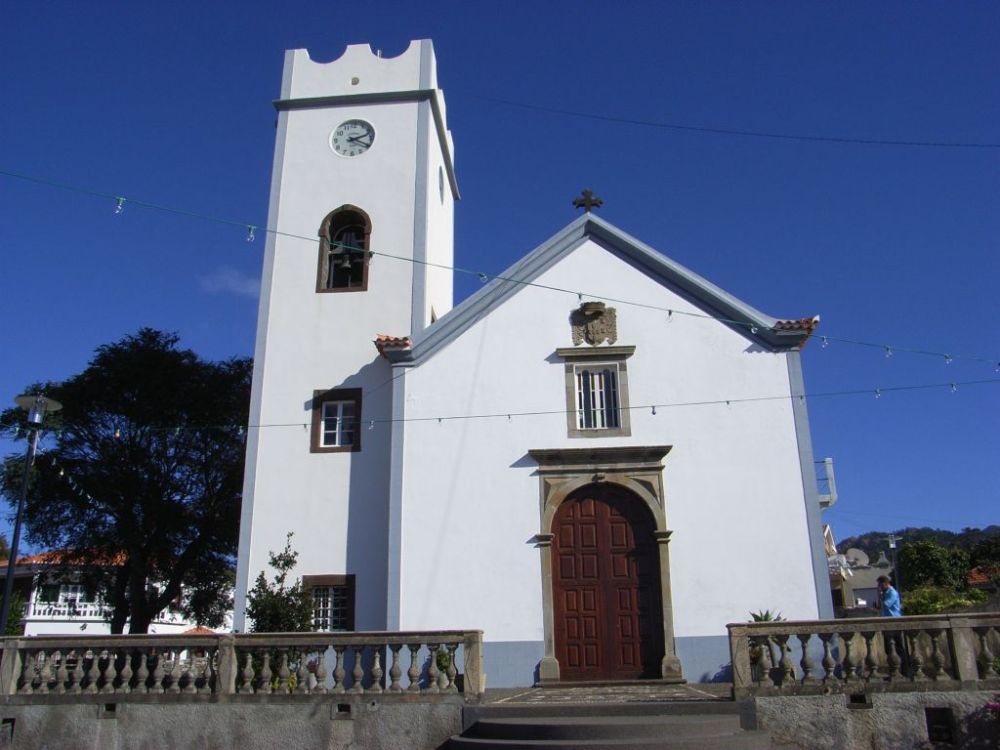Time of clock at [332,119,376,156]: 2:19
